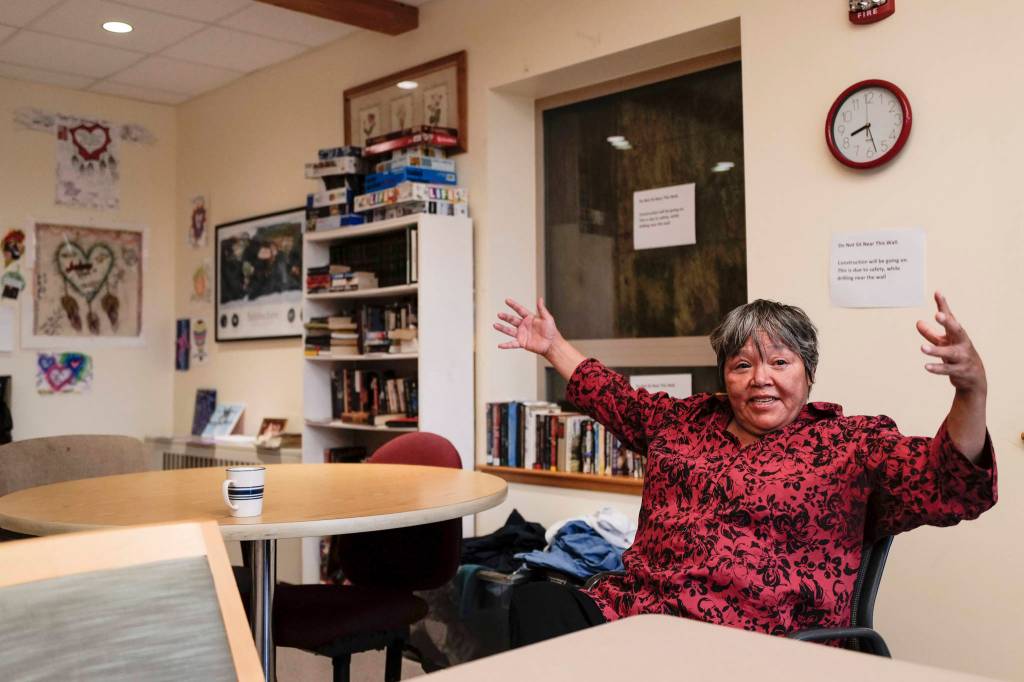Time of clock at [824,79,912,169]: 8:27
